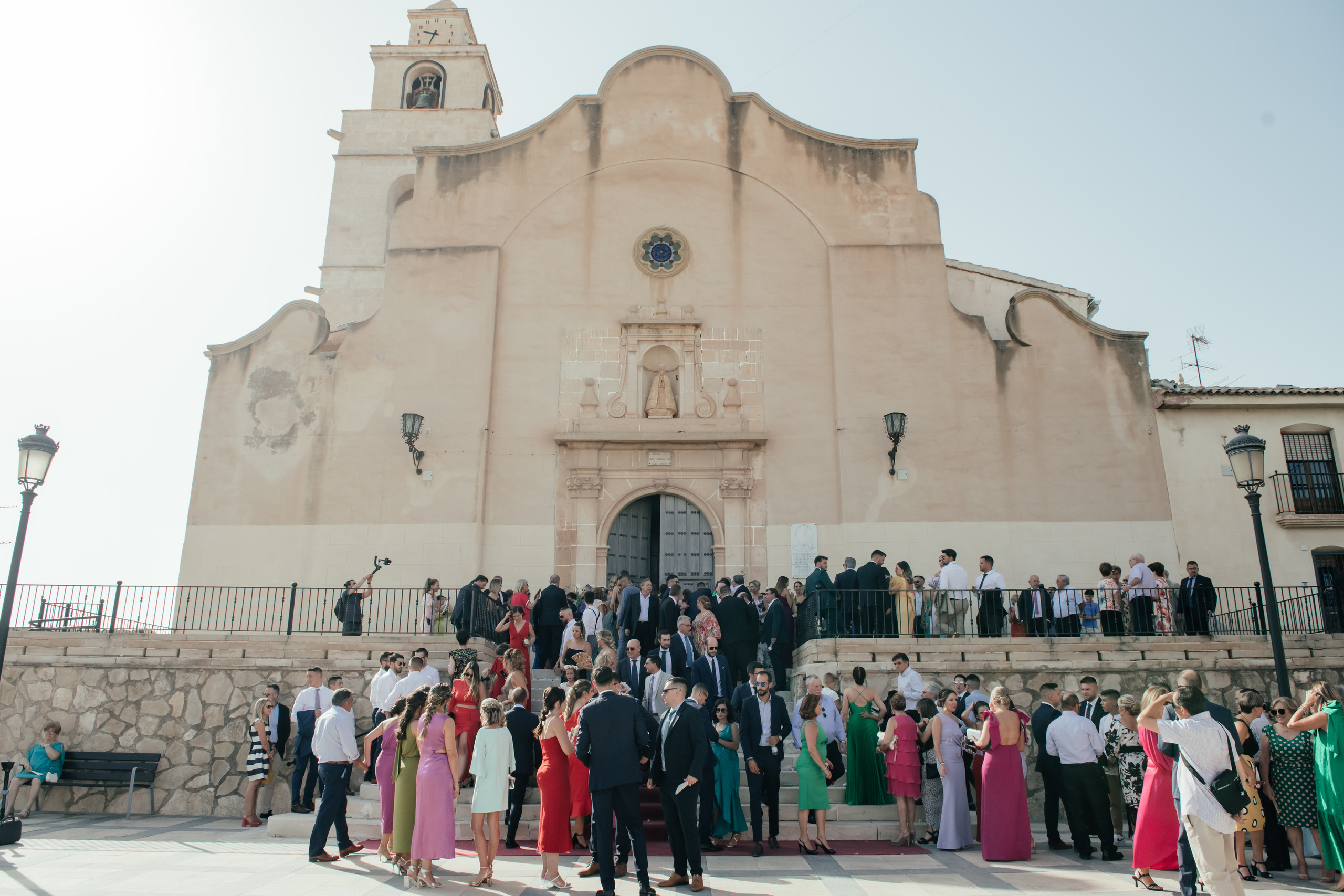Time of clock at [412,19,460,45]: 9:33
